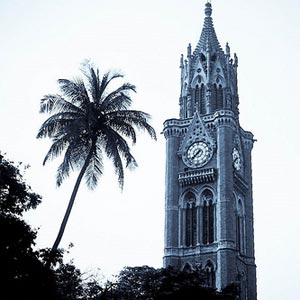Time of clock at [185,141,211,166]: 7:37
